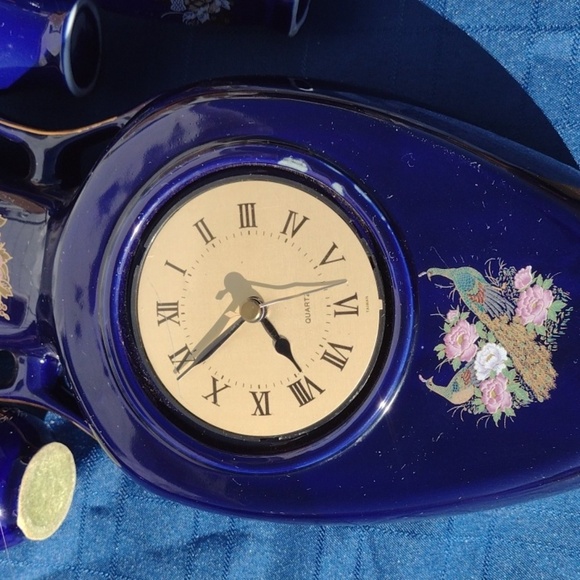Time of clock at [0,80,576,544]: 4:38
